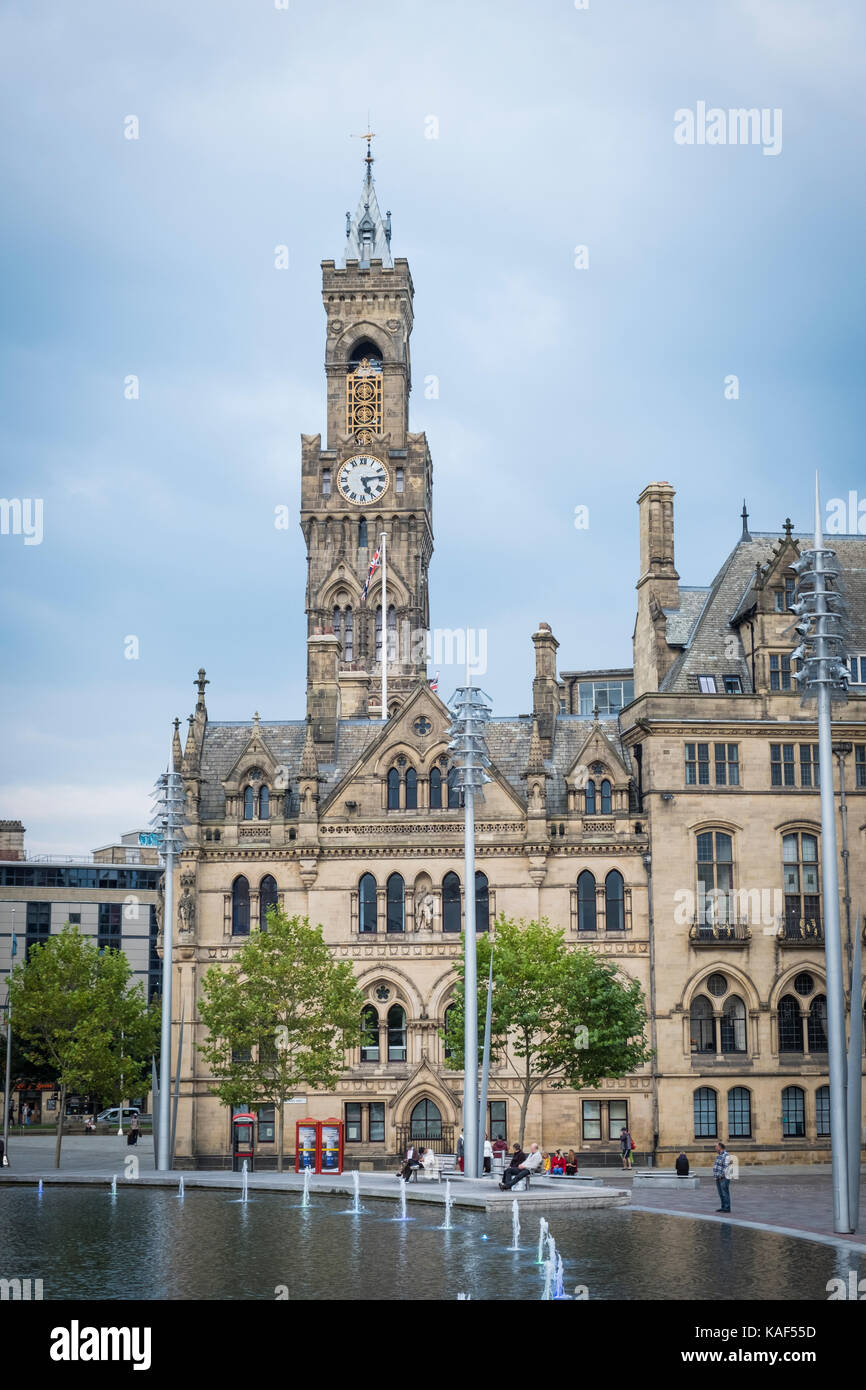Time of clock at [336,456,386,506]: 5:13
